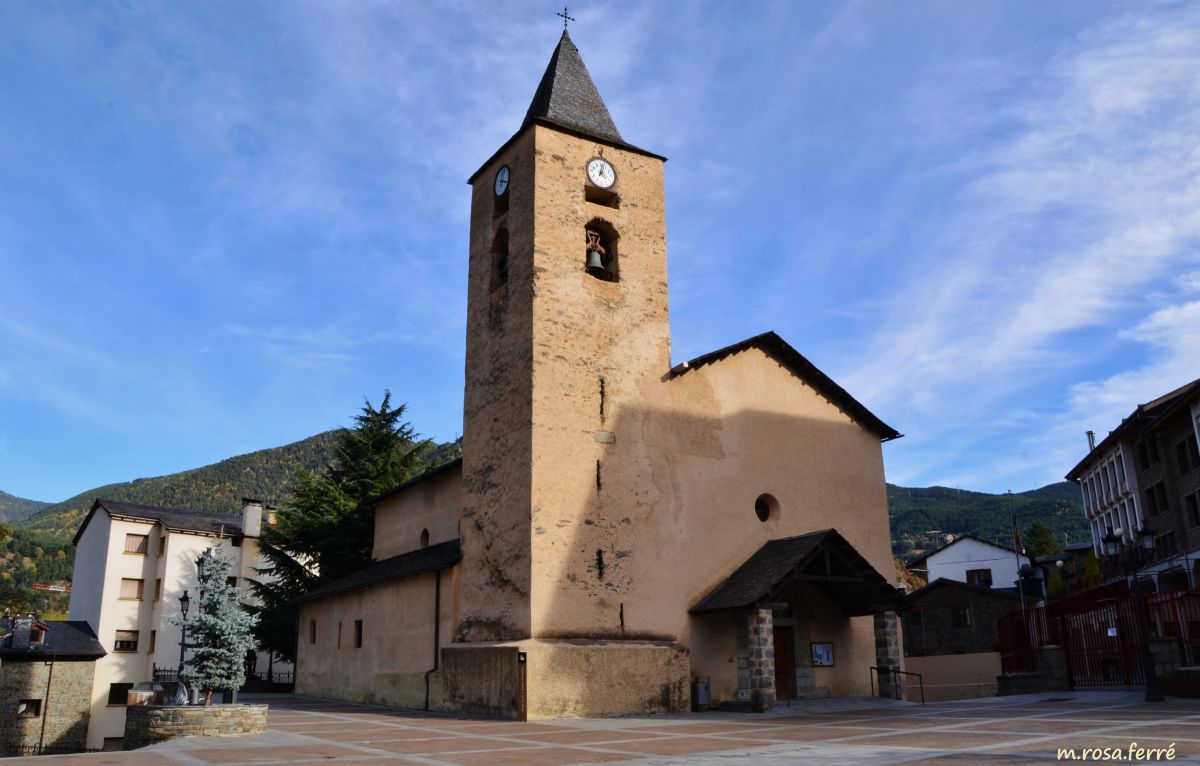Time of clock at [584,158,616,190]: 4:02
